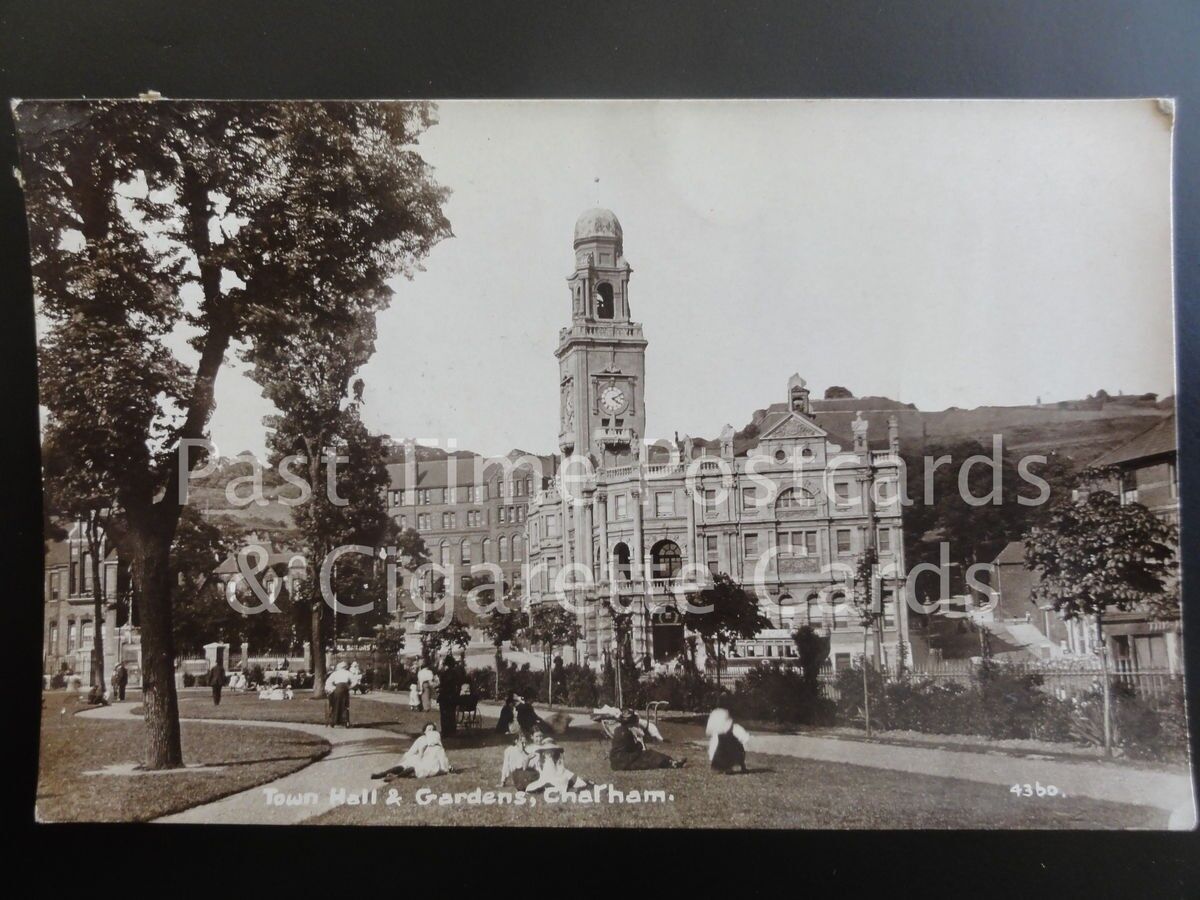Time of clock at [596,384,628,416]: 4:10
